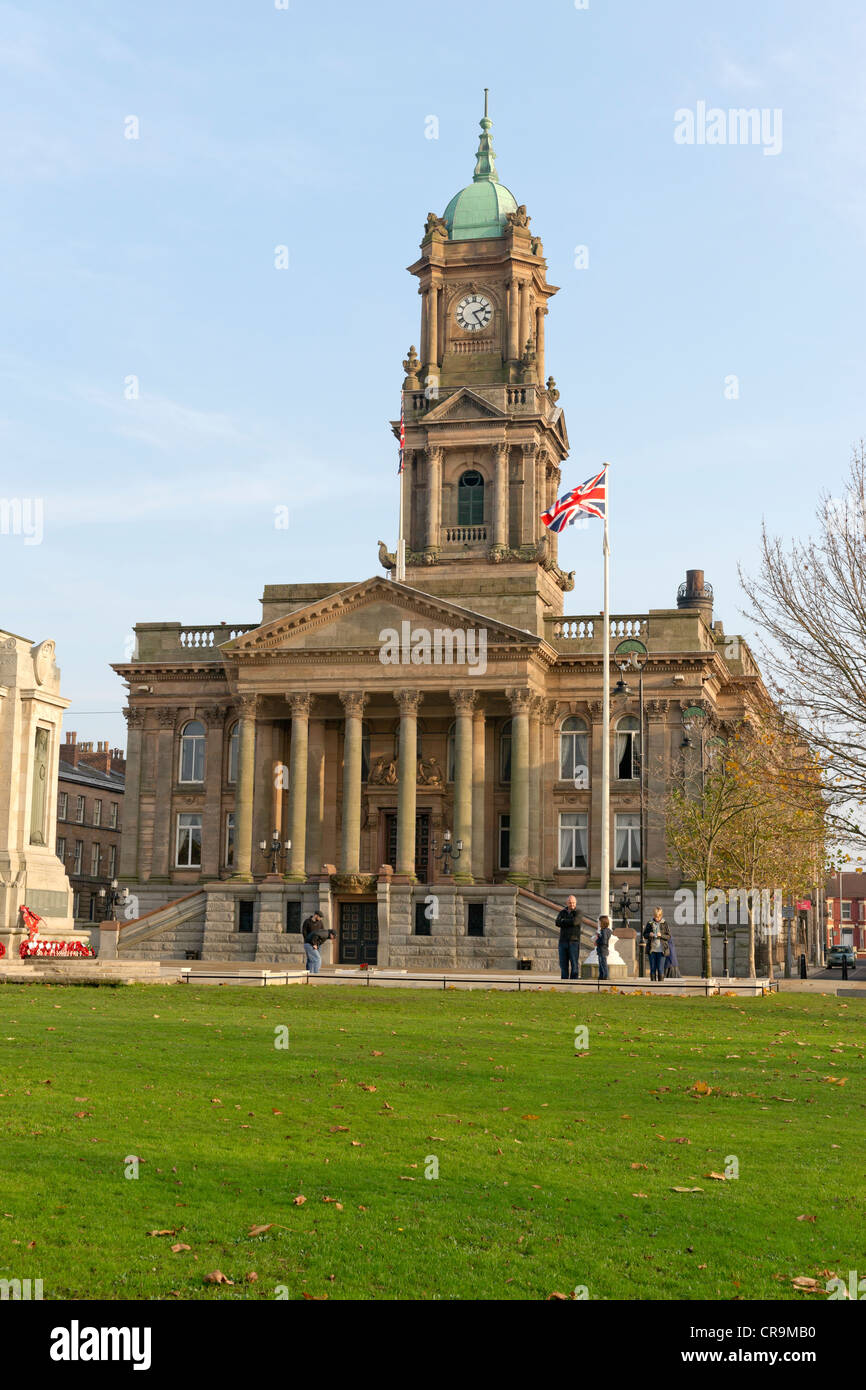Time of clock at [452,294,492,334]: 2:24
